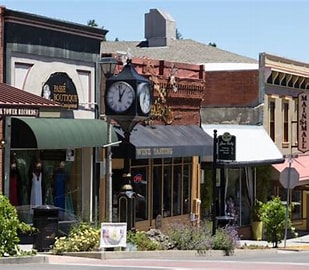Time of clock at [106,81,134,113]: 12:58
